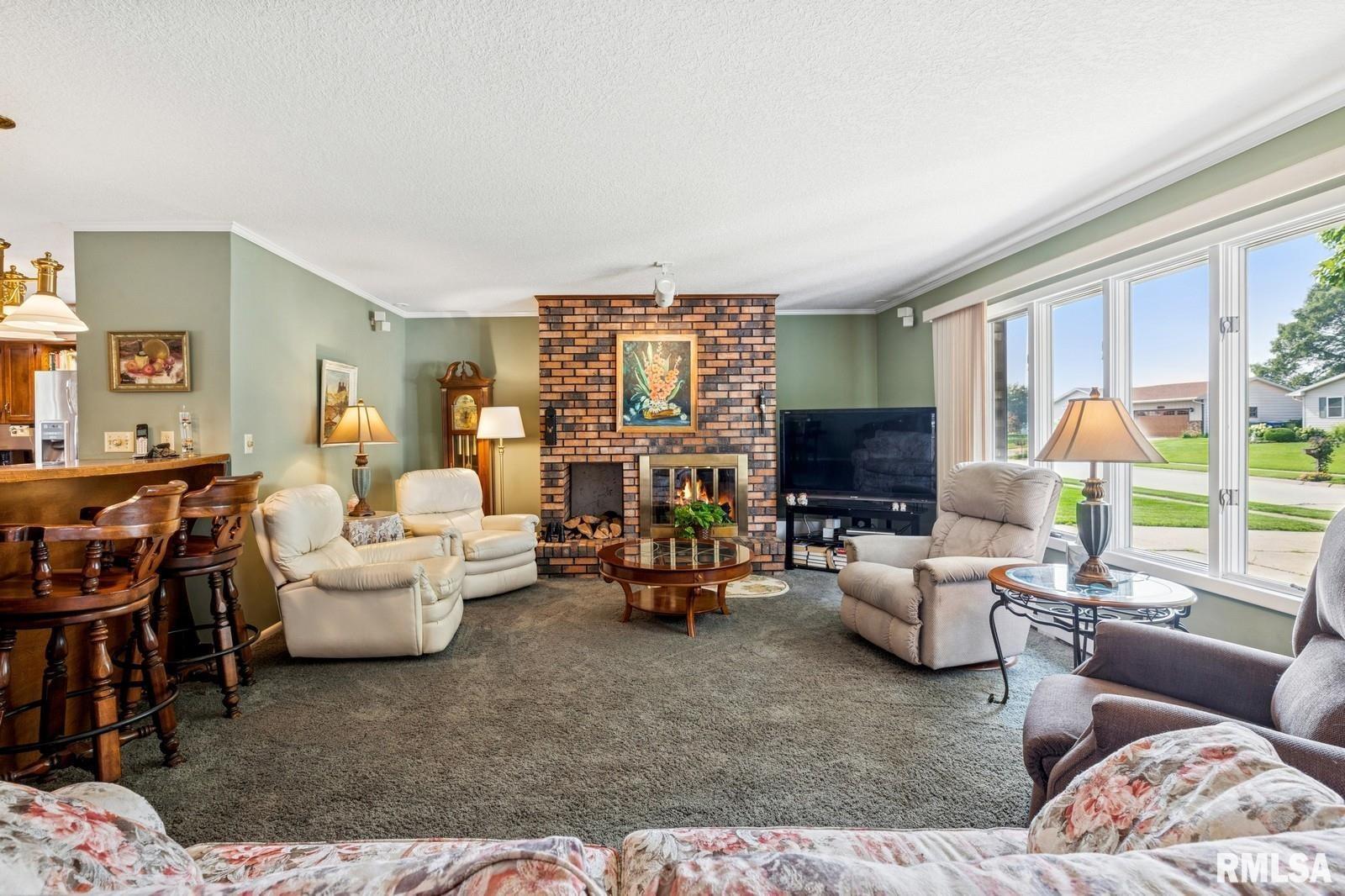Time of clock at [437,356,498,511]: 6:14
